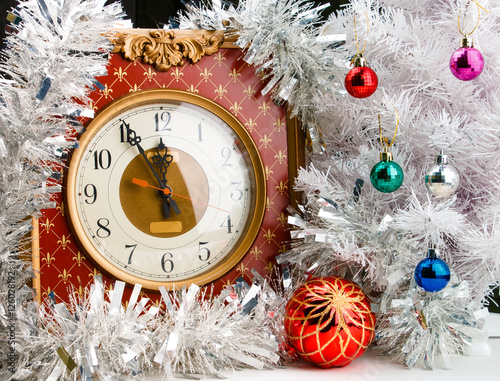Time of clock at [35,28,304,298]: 11:55
